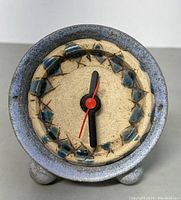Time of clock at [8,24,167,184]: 12:28
